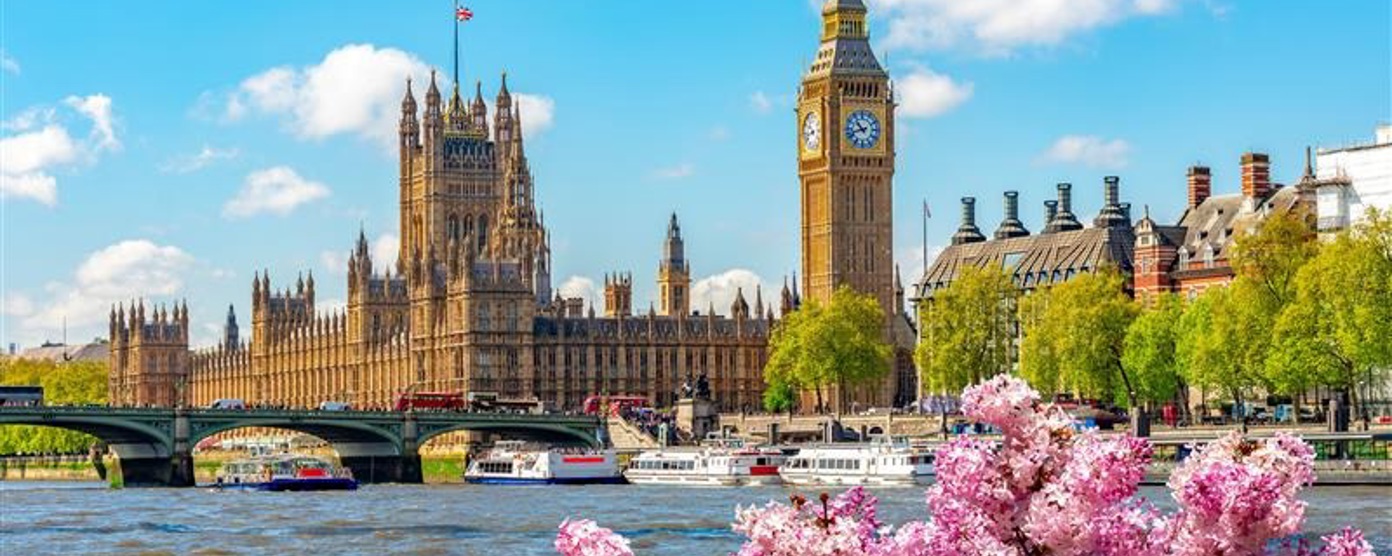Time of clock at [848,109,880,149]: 10:41
